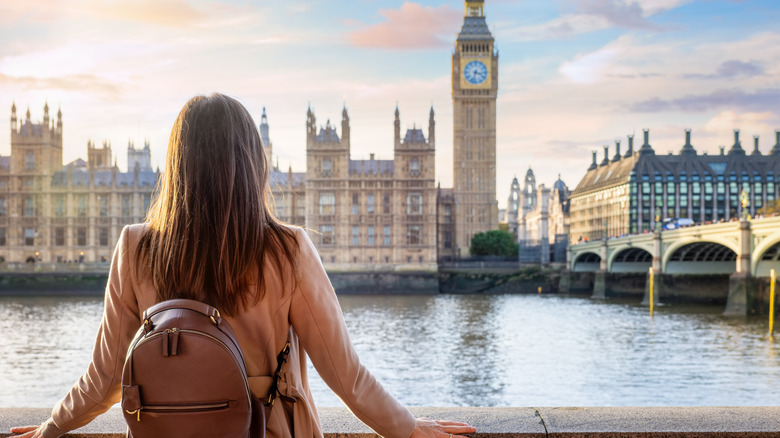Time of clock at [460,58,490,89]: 3:32
